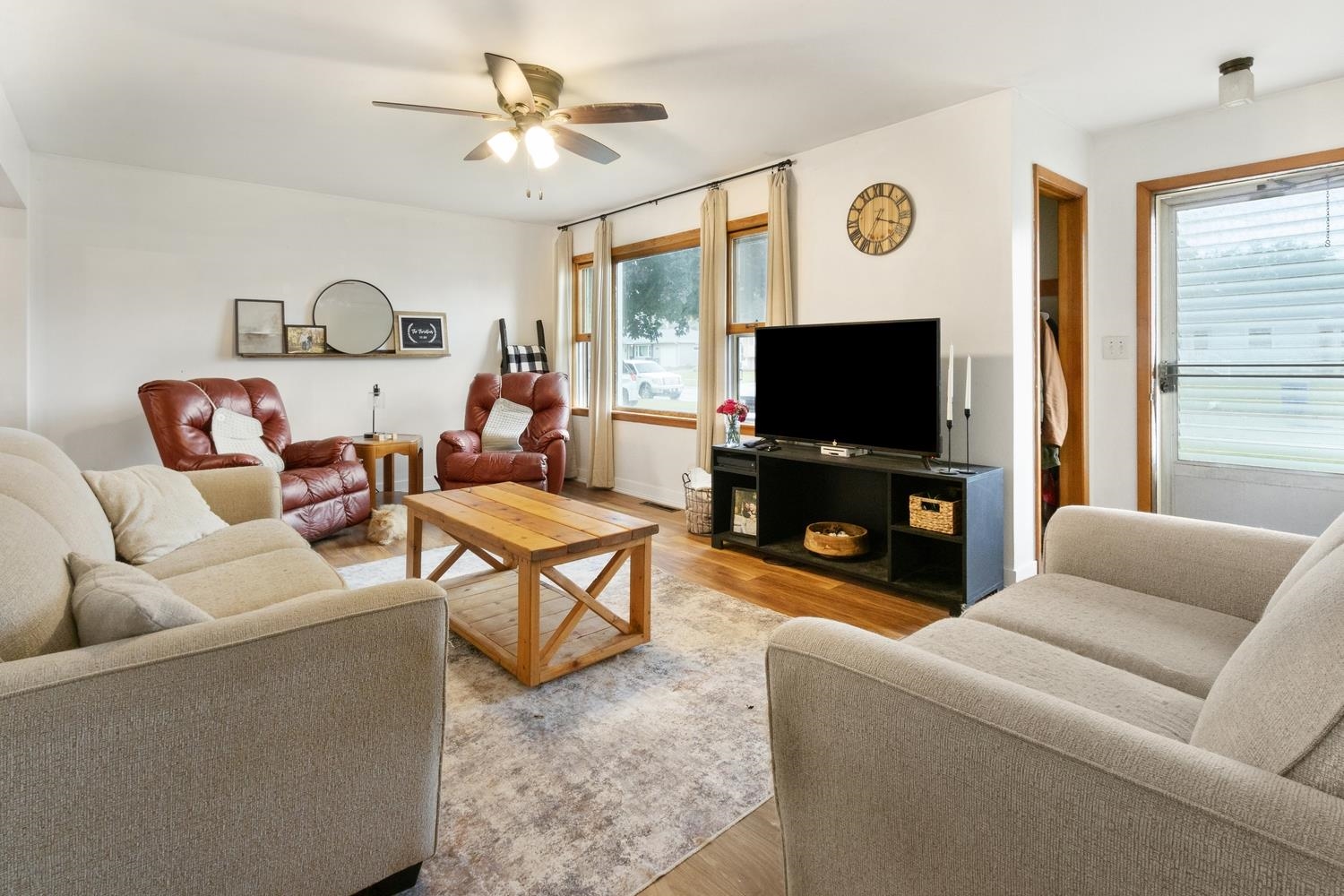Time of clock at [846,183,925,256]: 3:34
